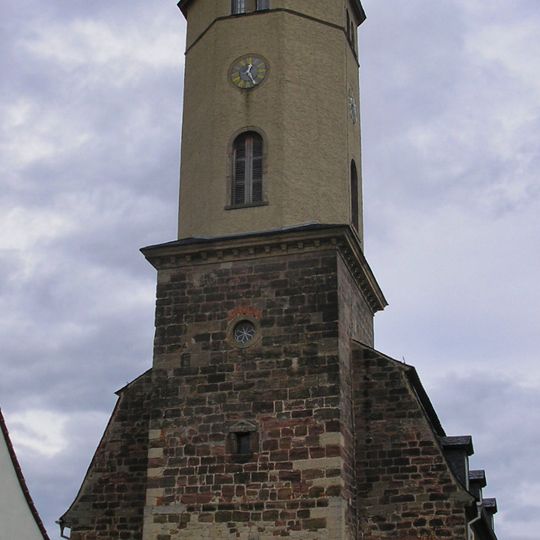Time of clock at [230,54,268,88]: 12:24
